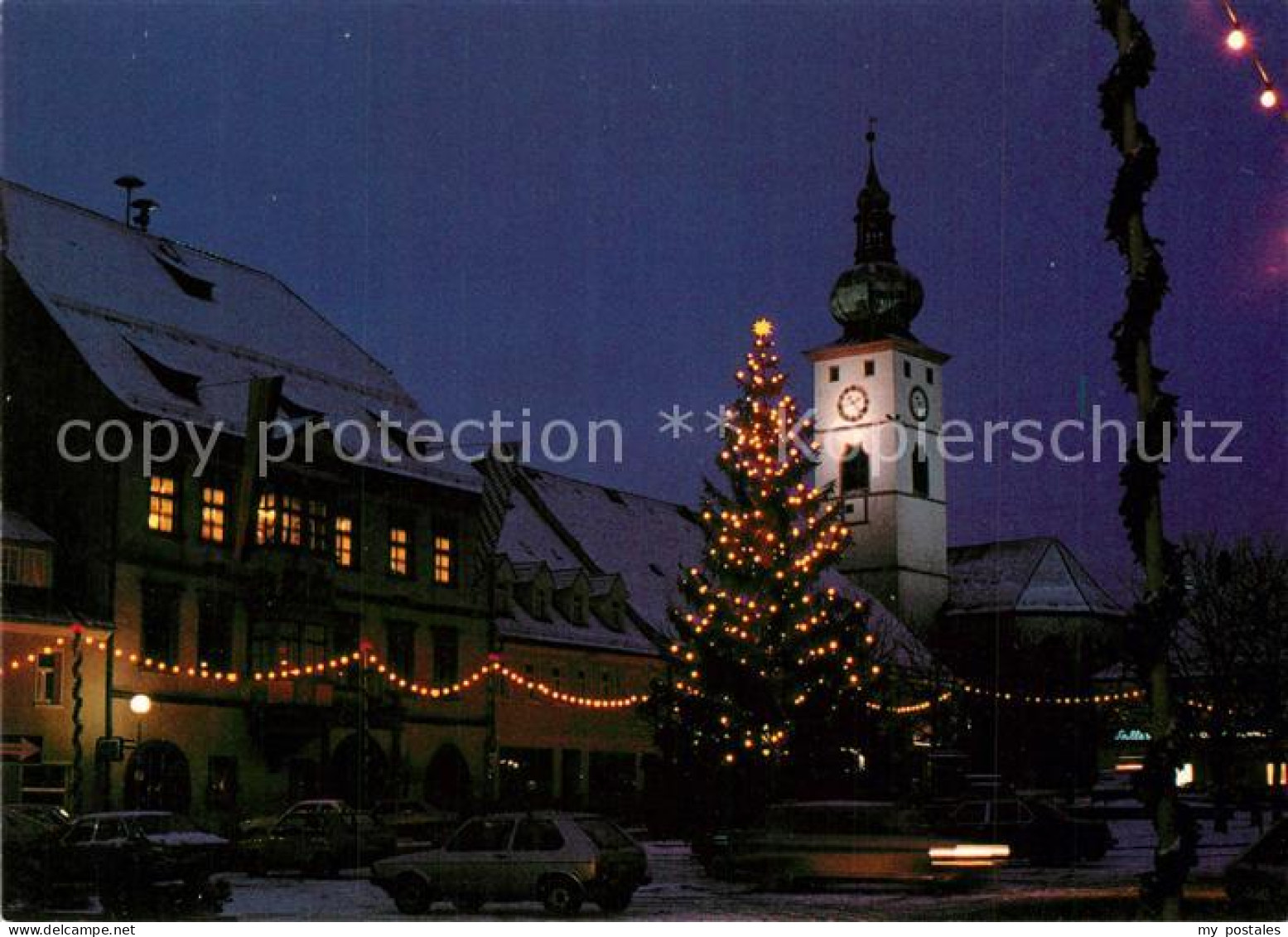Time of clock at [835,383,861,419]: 2:23
